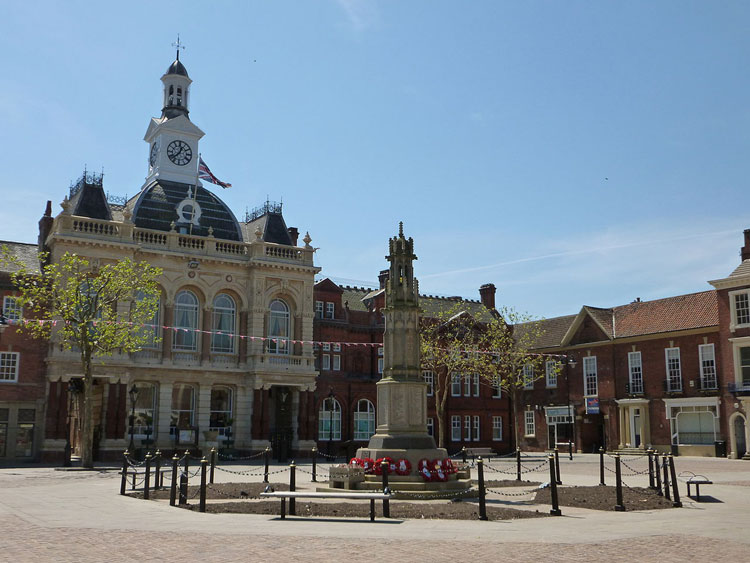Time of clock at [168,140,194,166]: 12:37
